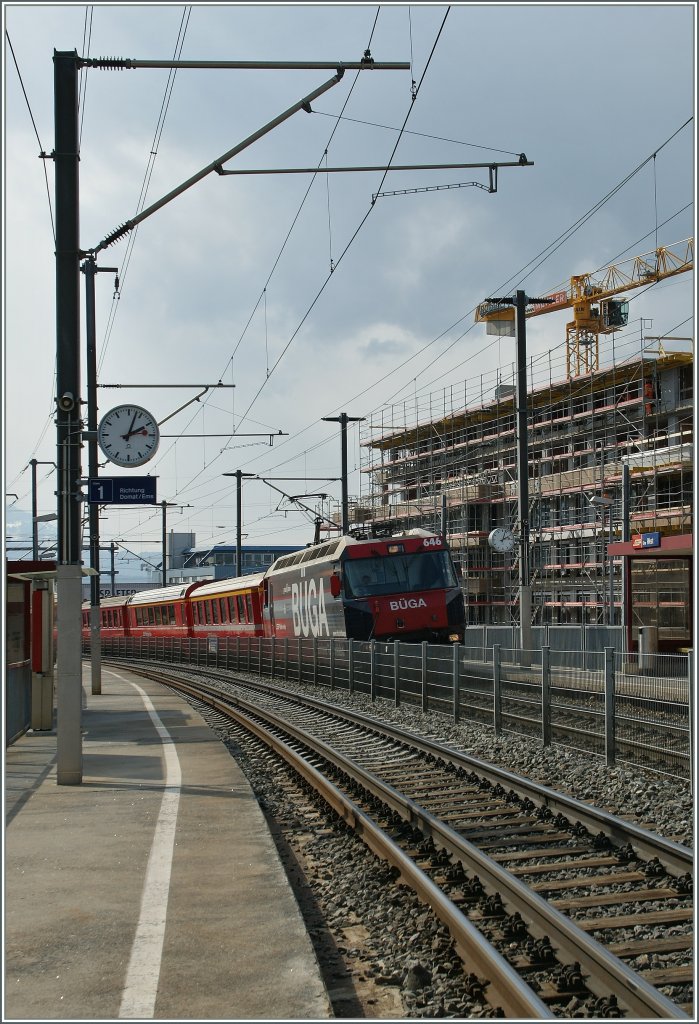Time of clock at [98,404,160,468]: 2:03
